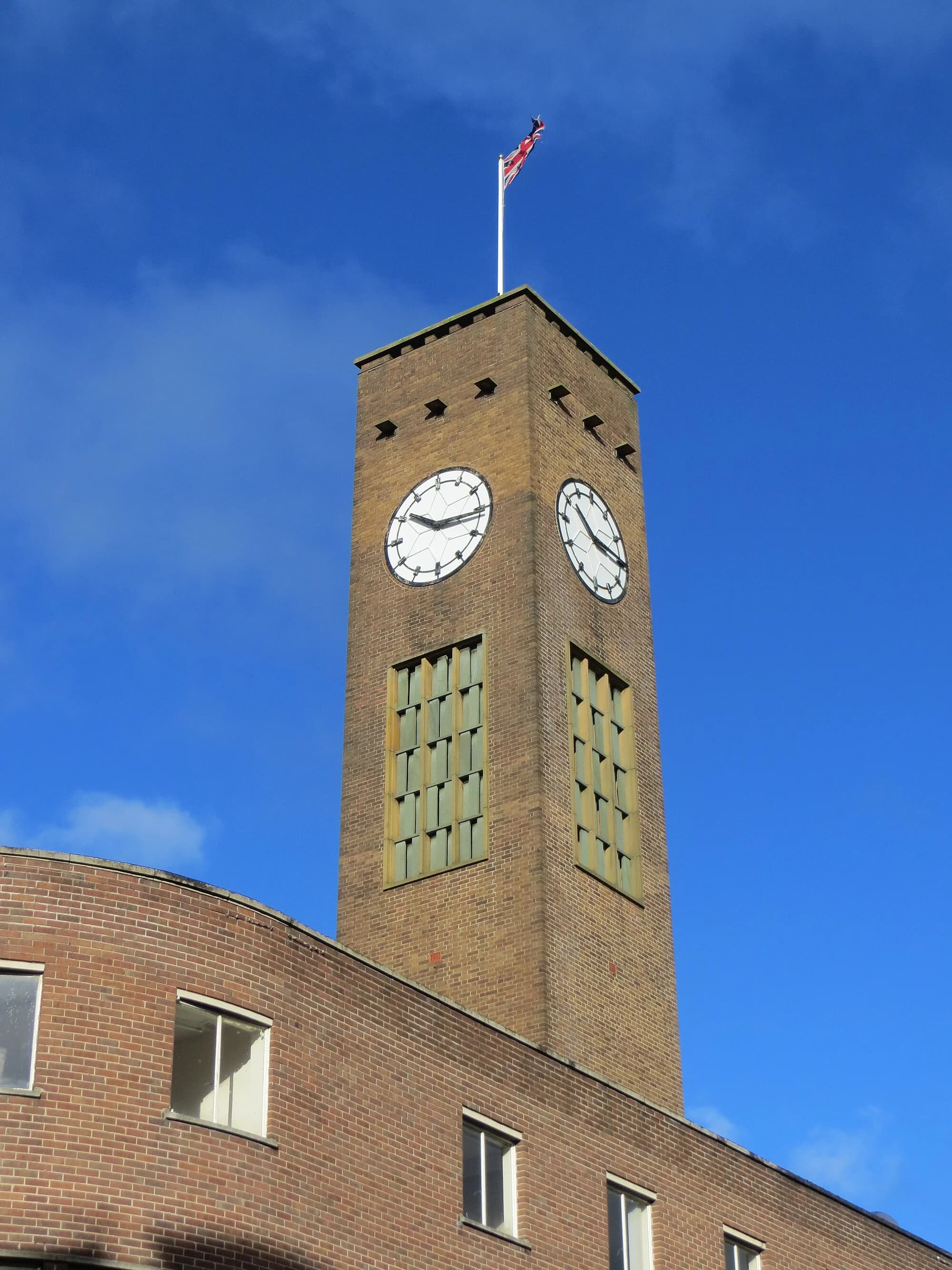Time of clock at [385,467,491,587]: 10:15
